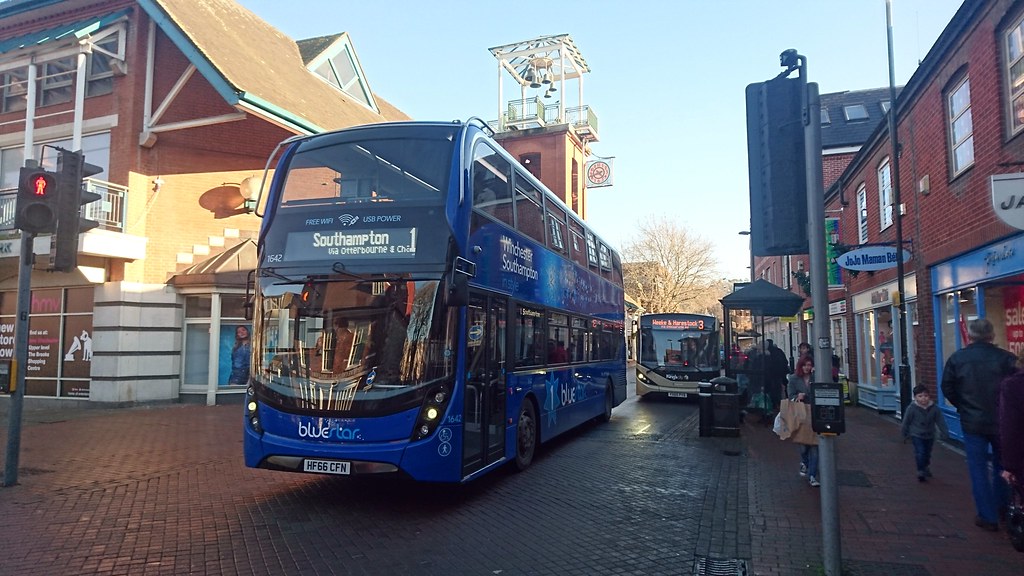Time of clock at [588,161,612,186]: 4:41
